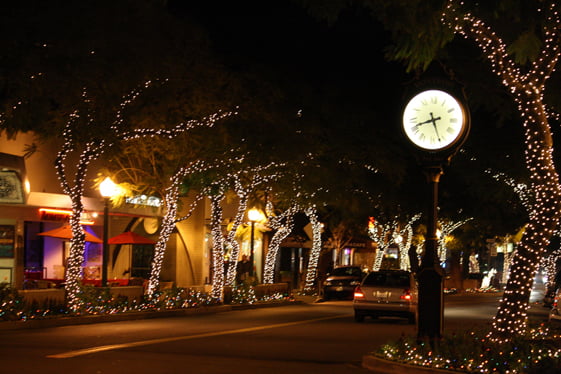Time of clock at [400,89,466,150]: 8:26
